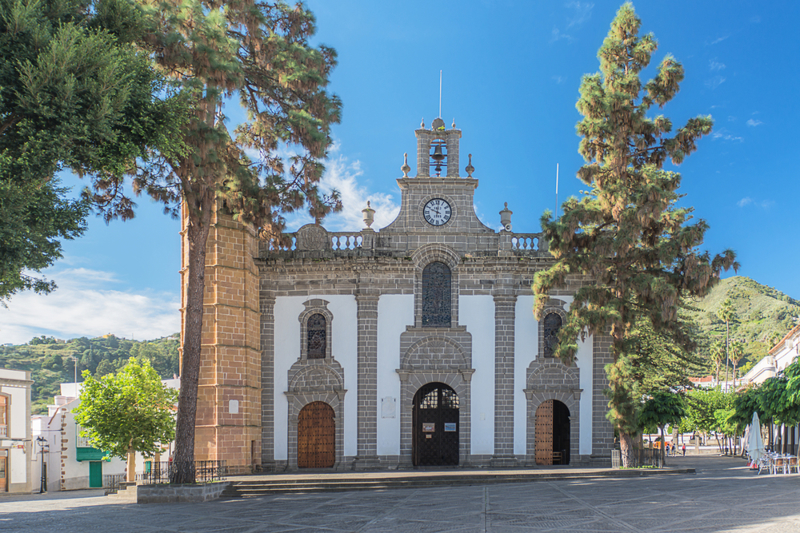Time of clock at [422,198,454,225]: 10:00
